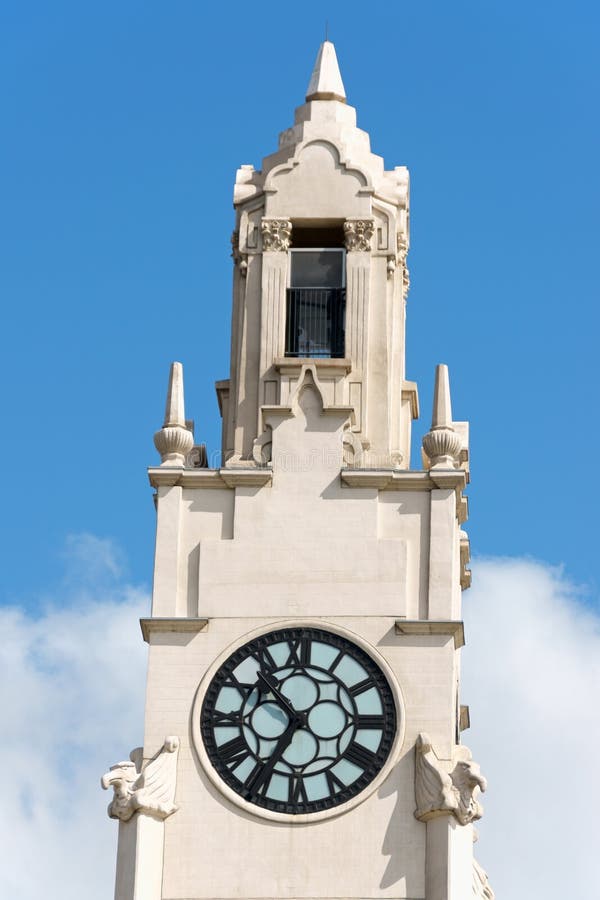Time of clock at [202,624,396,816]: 10:35
